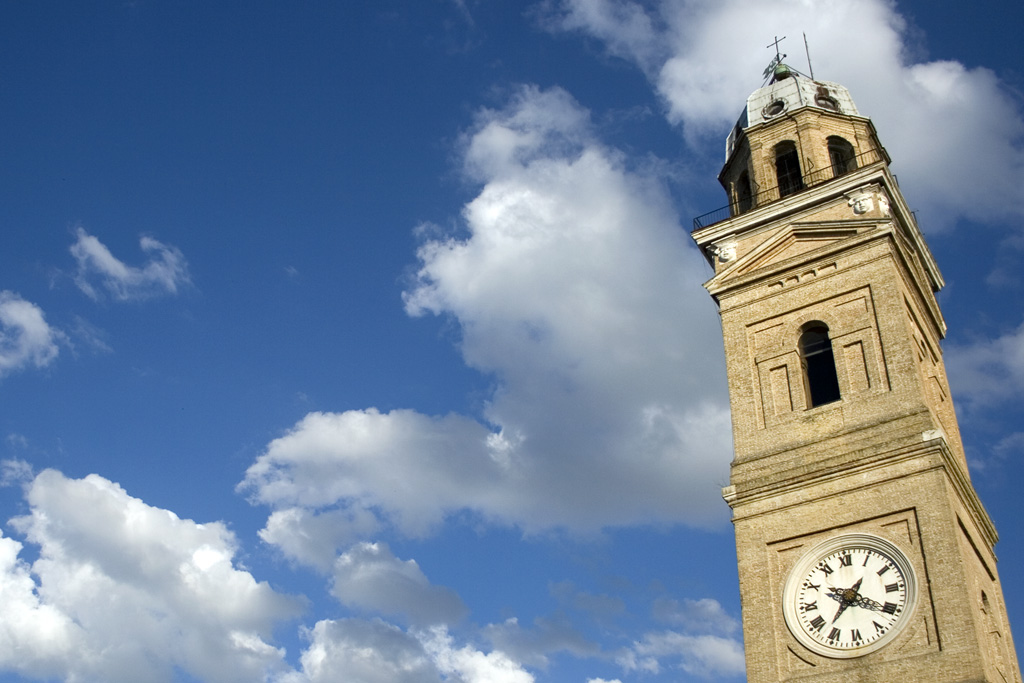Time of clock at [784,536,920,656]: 7:20
